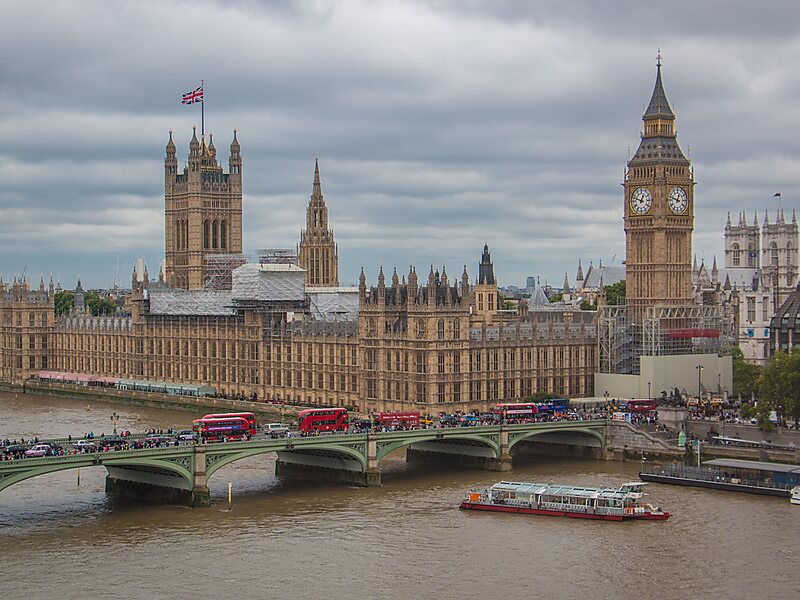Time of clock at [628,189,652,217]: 12:48
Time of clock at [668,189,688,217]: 12:47
